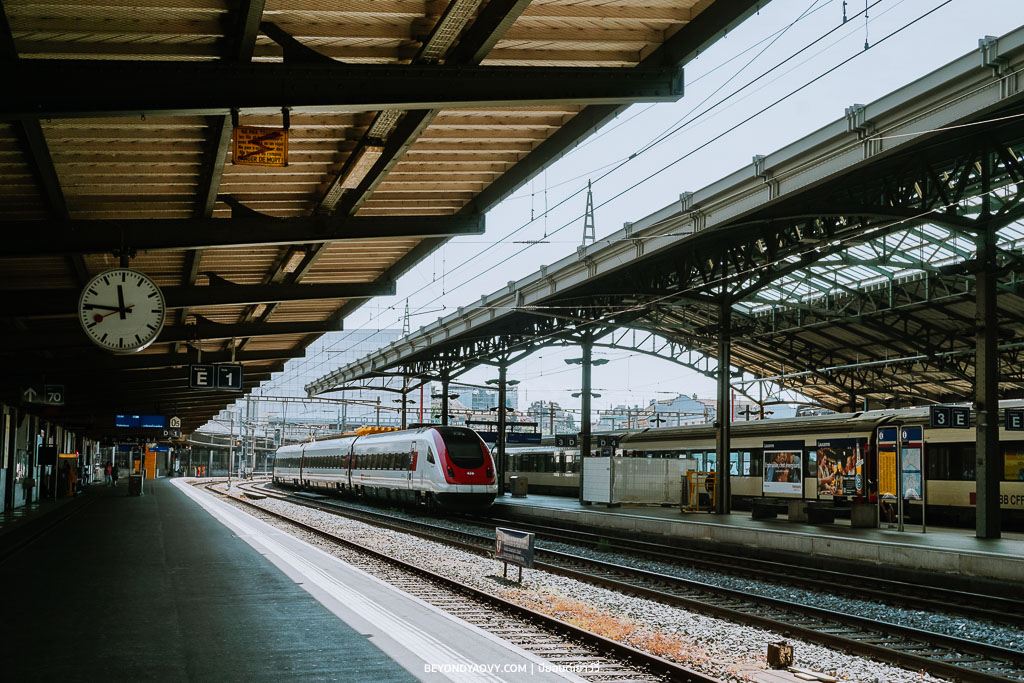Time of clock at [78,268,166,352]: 11:45
